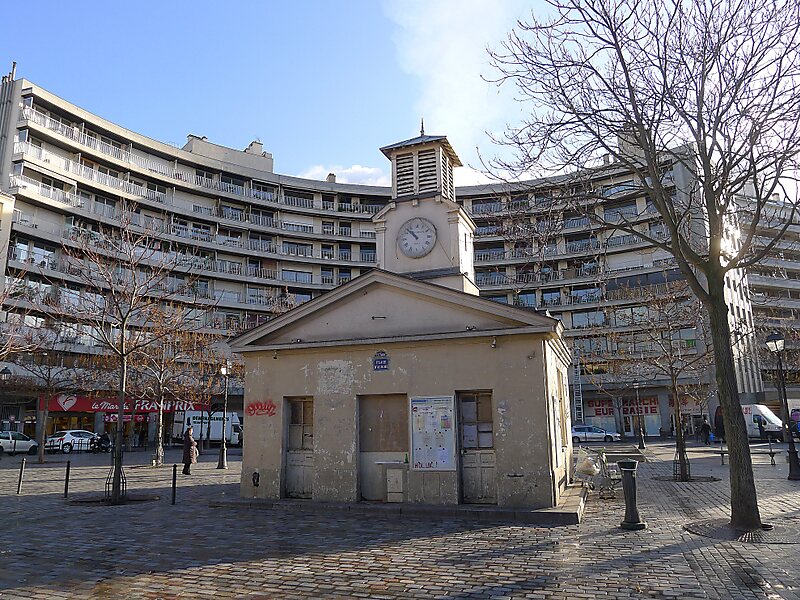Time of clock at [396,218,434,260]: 10:52
